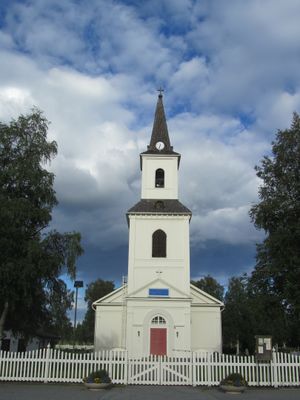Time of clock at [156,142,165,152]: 6:32
